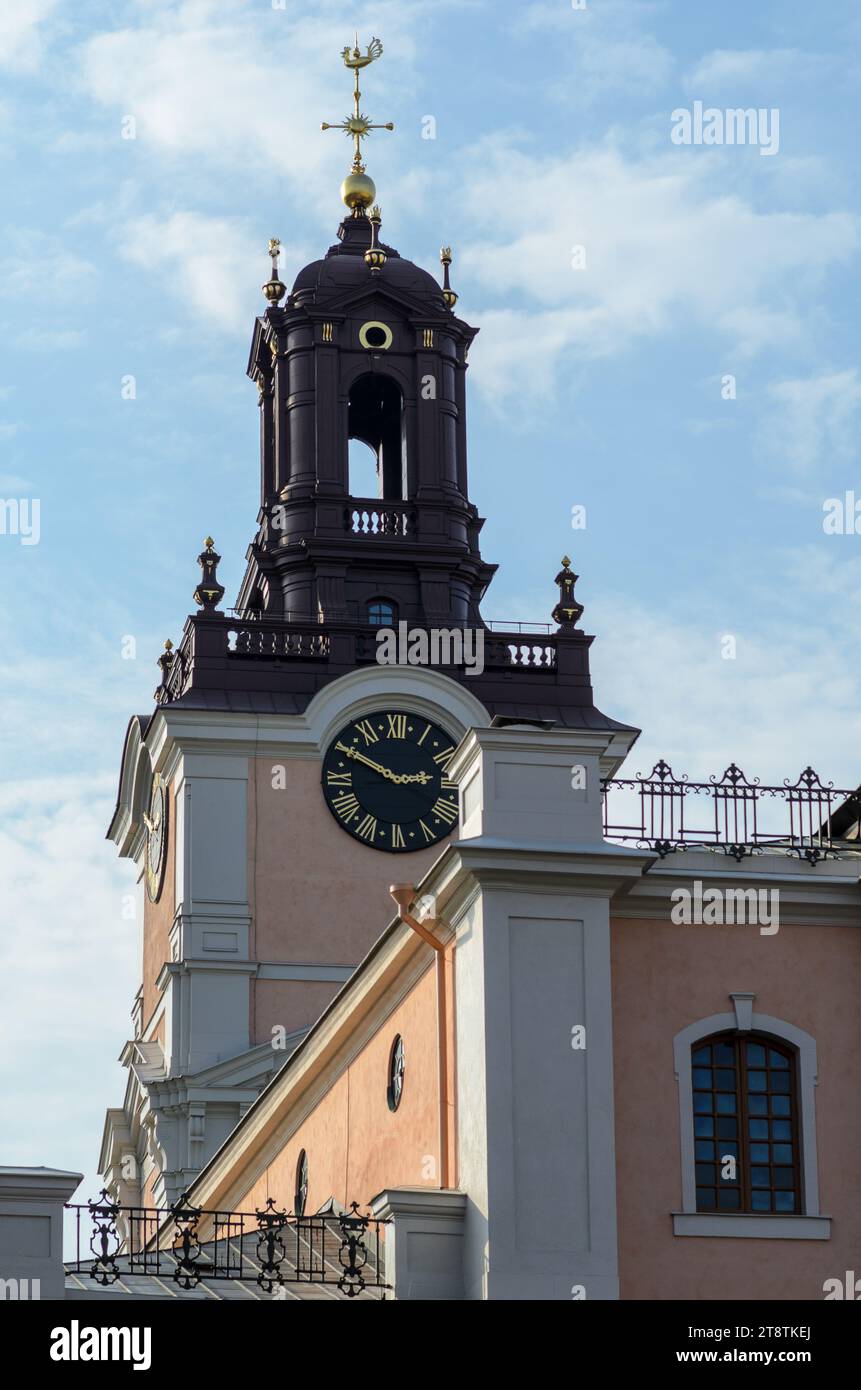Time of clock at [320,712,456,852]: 2:49
